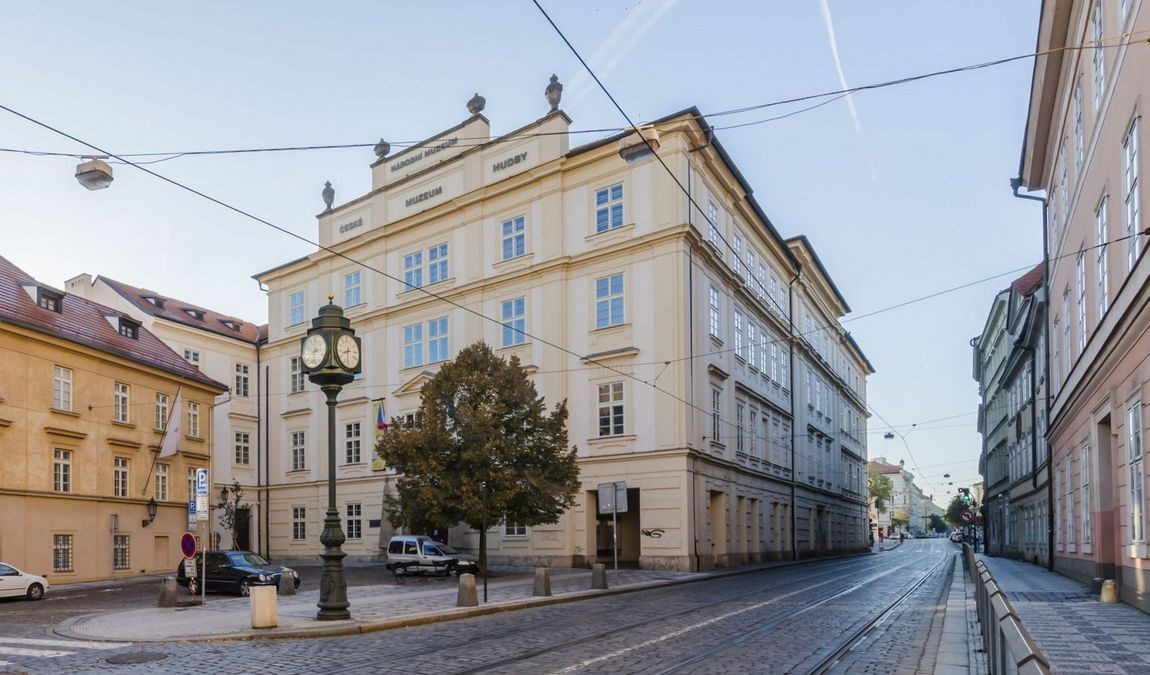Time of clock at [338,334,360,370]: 8:32
